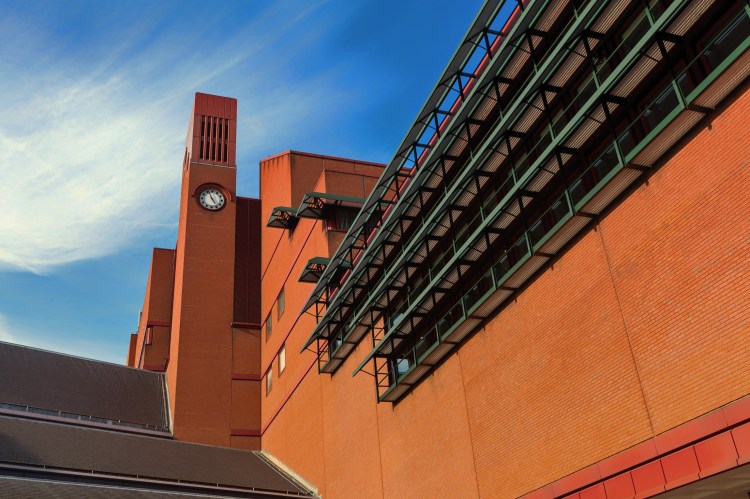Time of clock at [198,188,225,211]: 4:56
